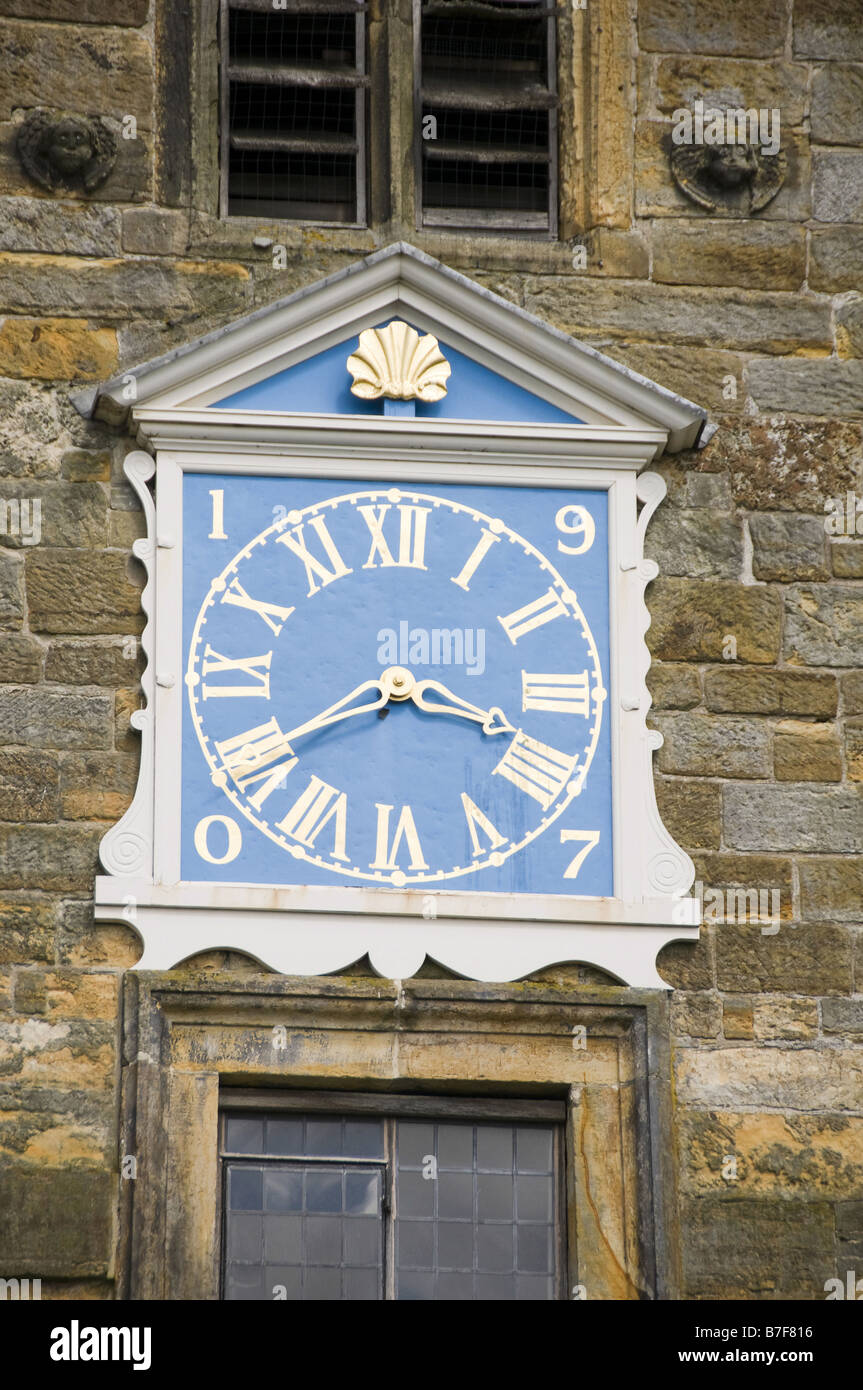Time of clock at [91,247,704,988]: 3:40
